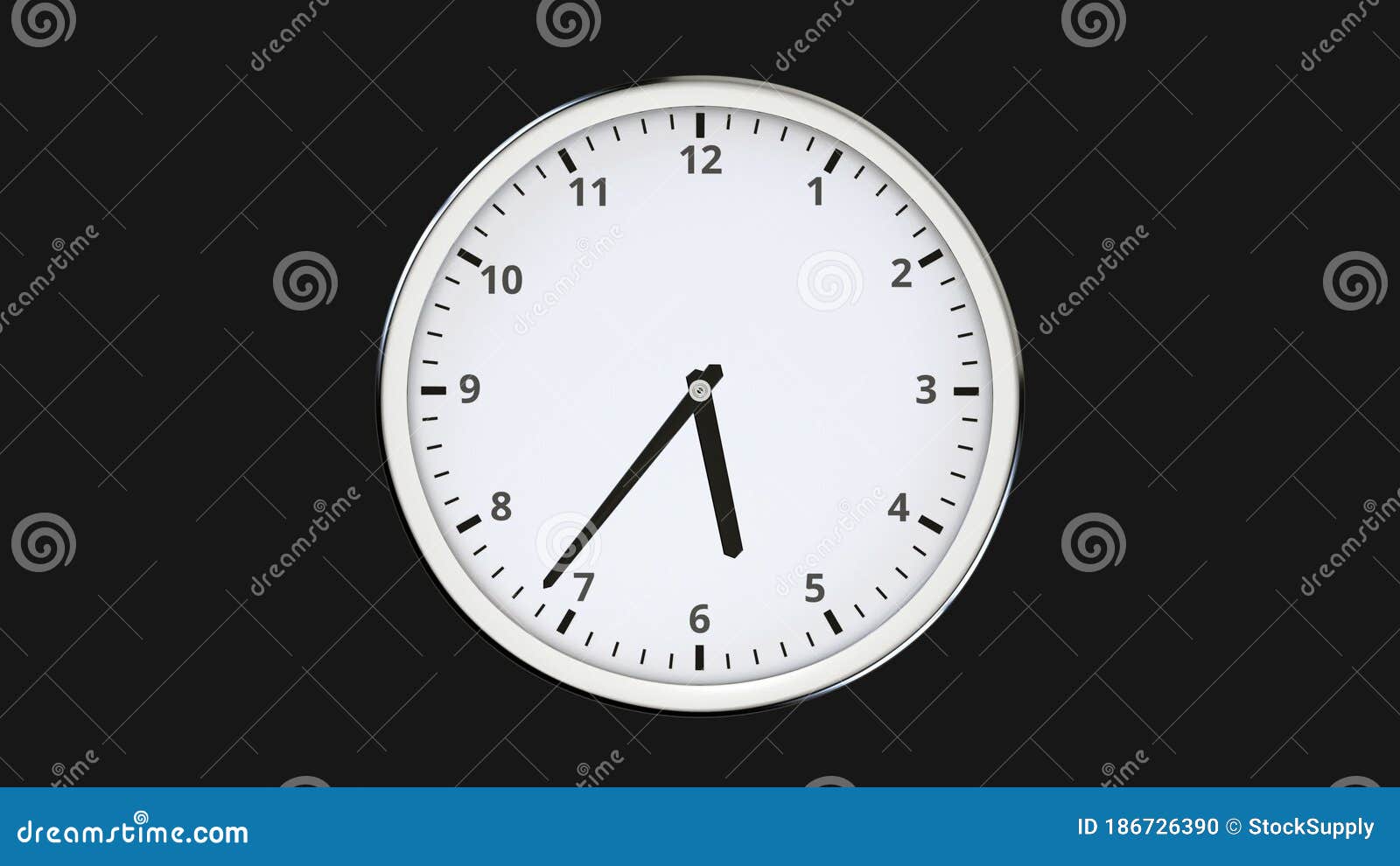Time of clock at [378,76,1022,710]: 5:36
